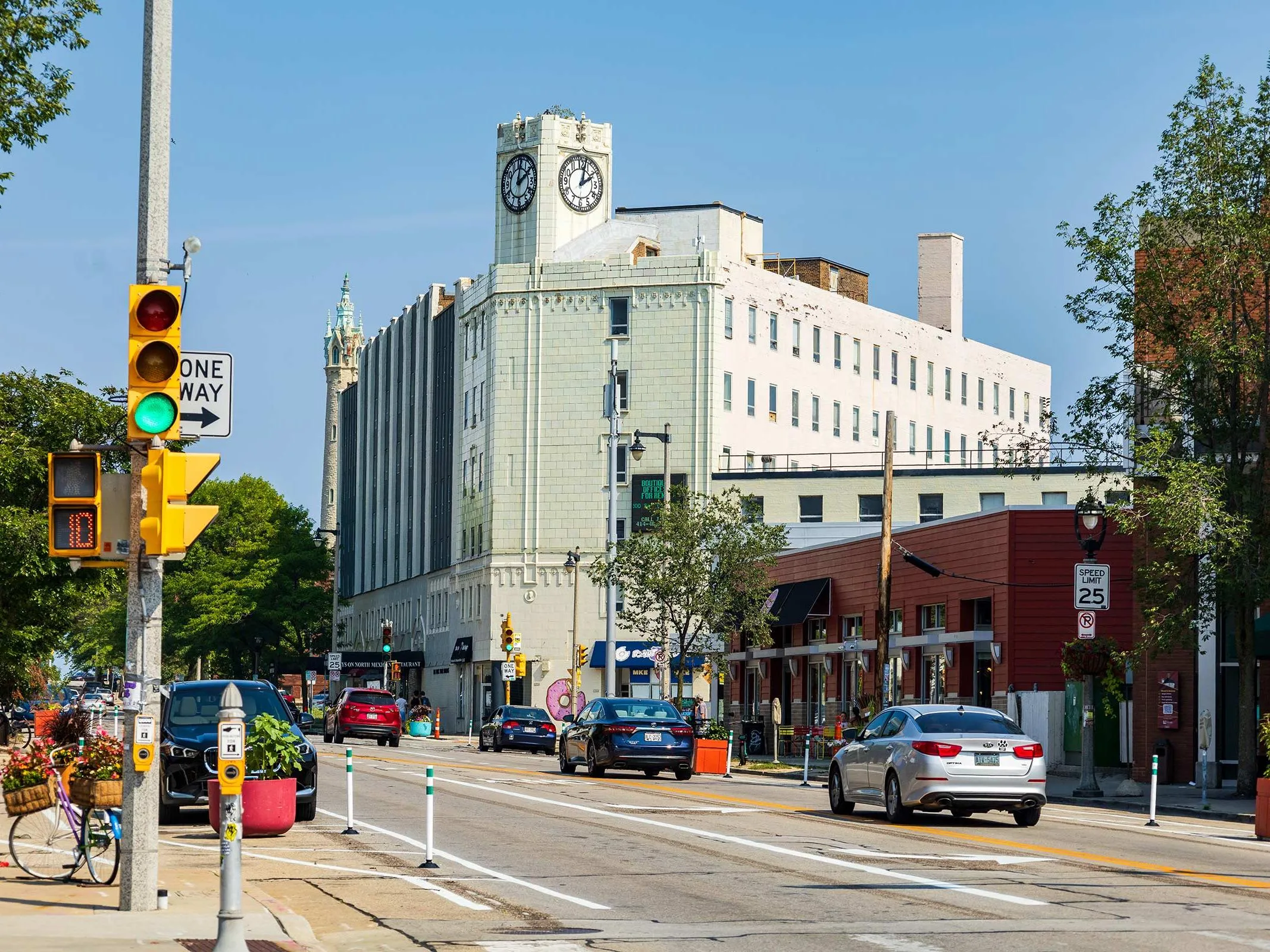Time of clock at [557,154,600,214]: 2:02
